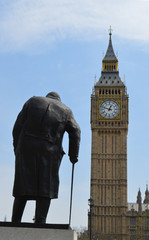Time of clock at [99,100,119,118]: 12:48
